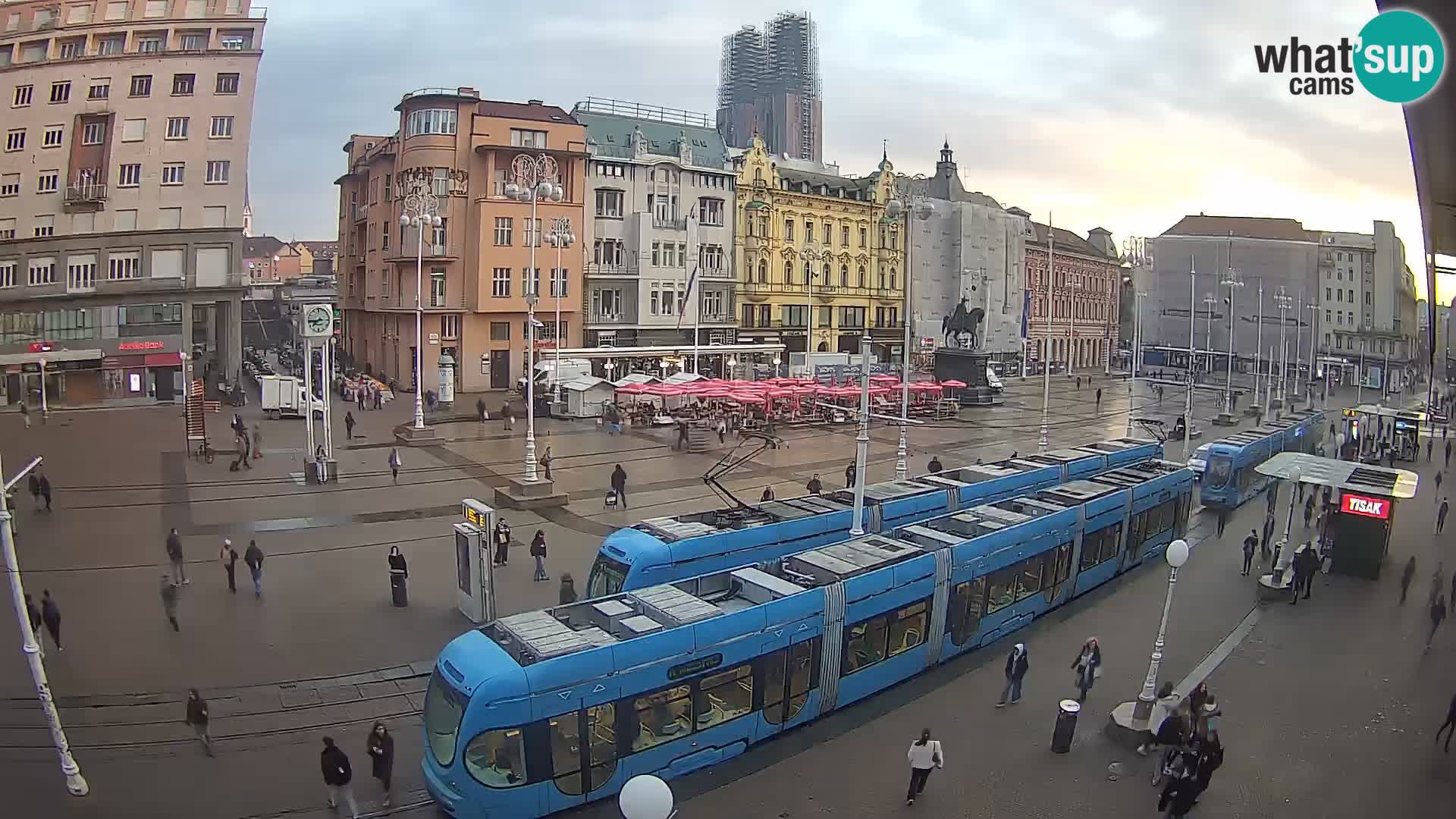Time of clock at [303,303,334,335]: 7:44
